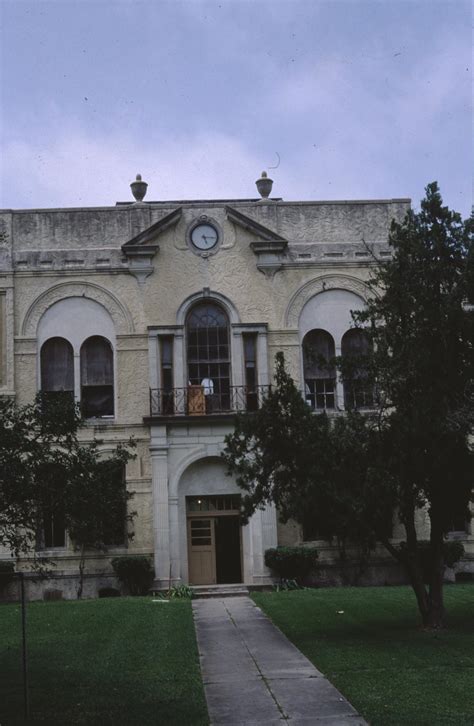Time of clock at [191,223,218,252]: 5:15
